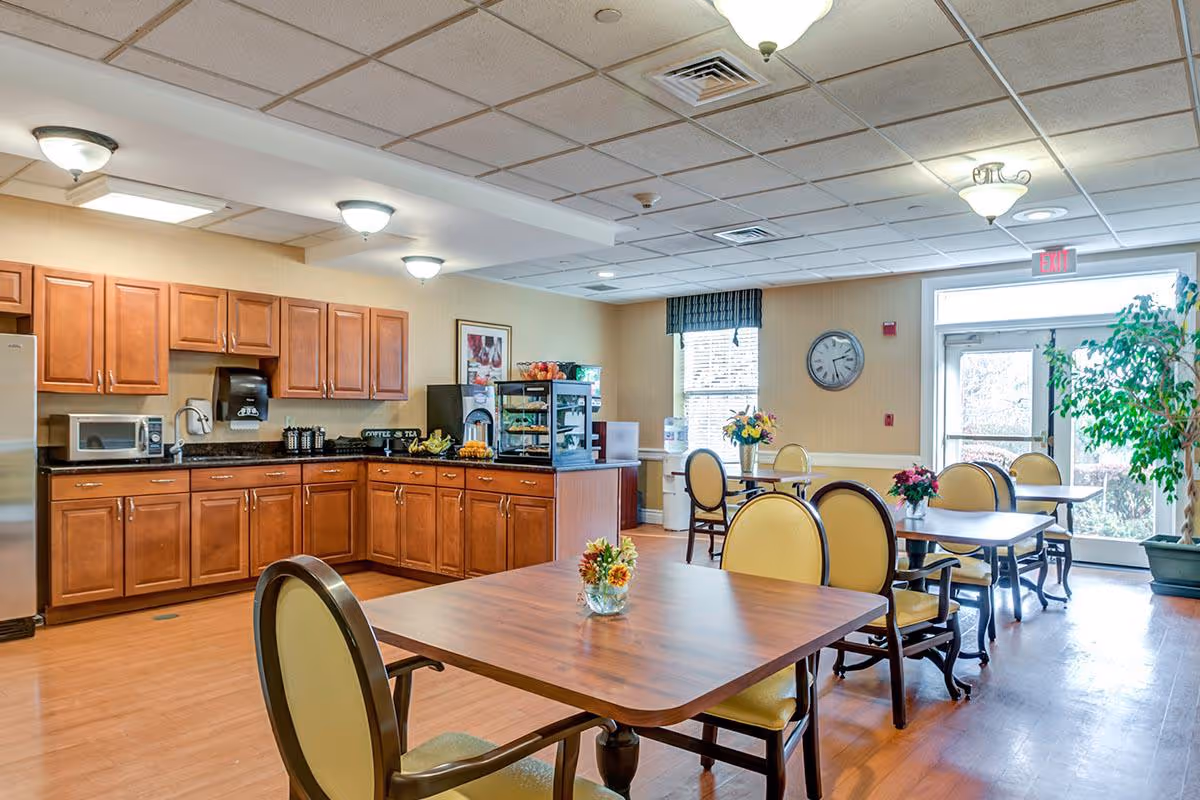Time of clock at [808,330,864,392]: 2:27
